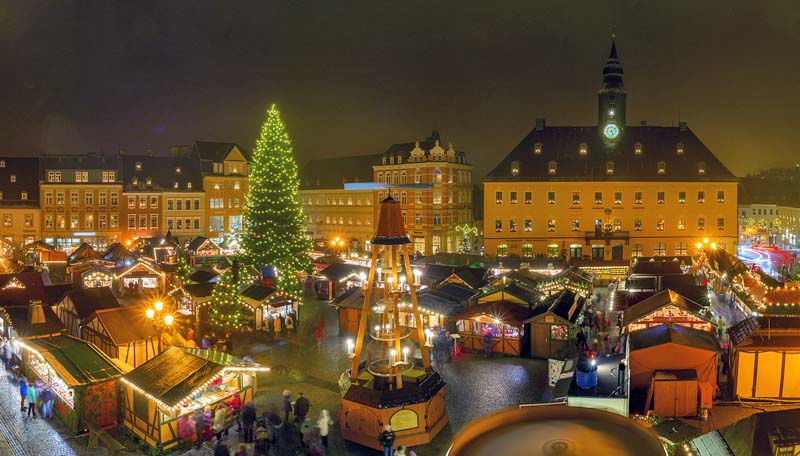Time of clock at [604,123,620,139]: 5:08
